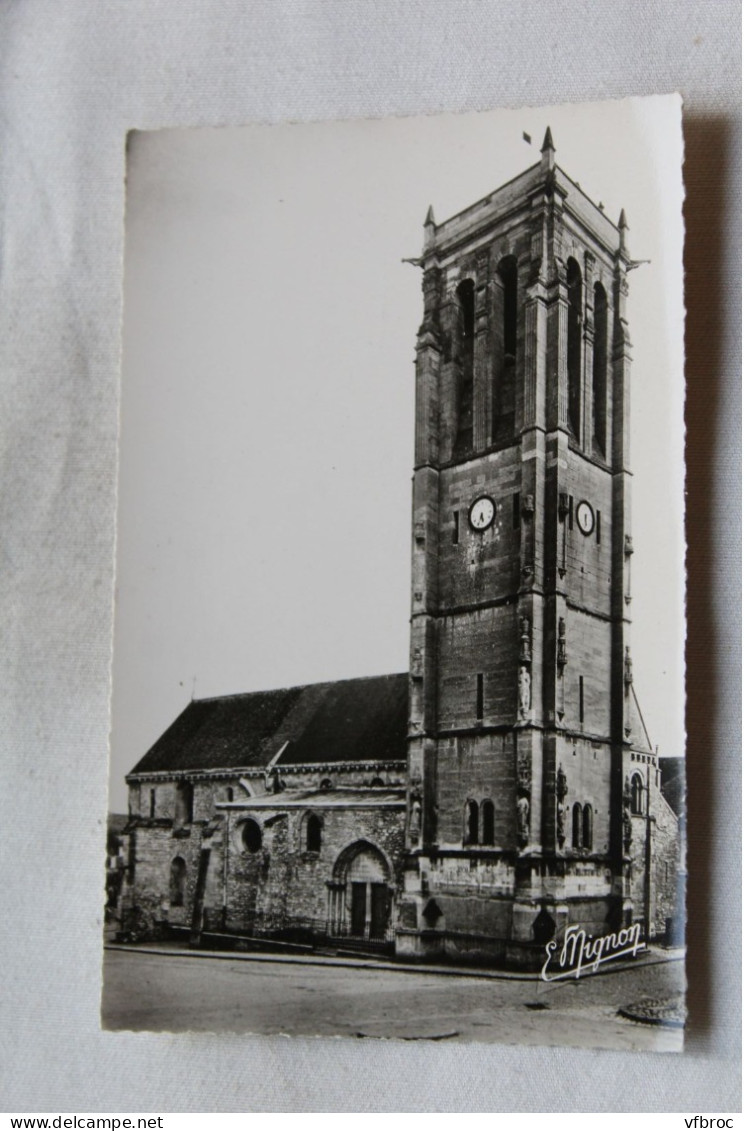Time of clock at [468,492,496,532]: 5:34
